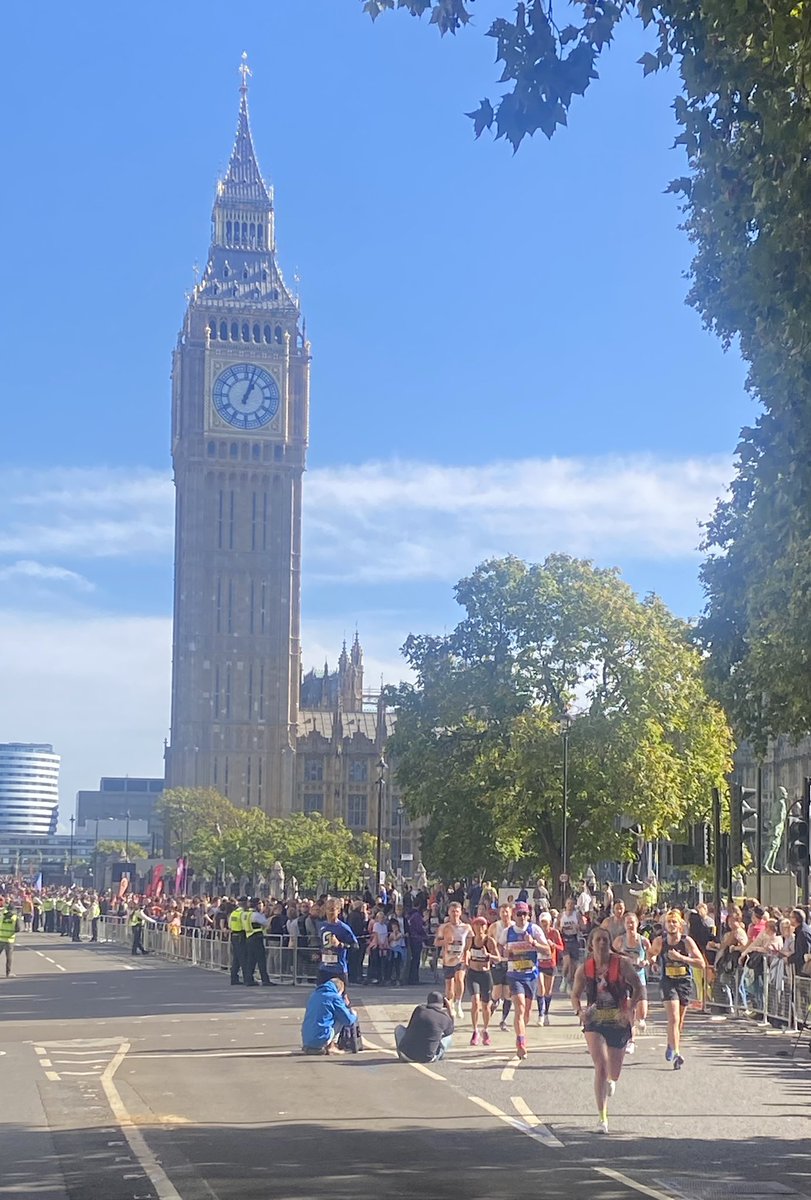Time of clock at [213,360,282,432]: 1:02
